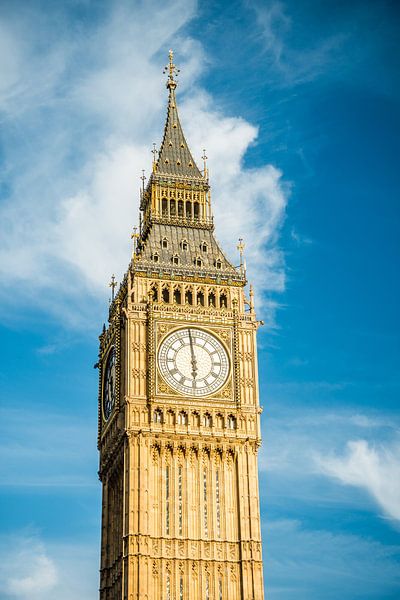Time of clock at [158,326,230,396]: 5:58
